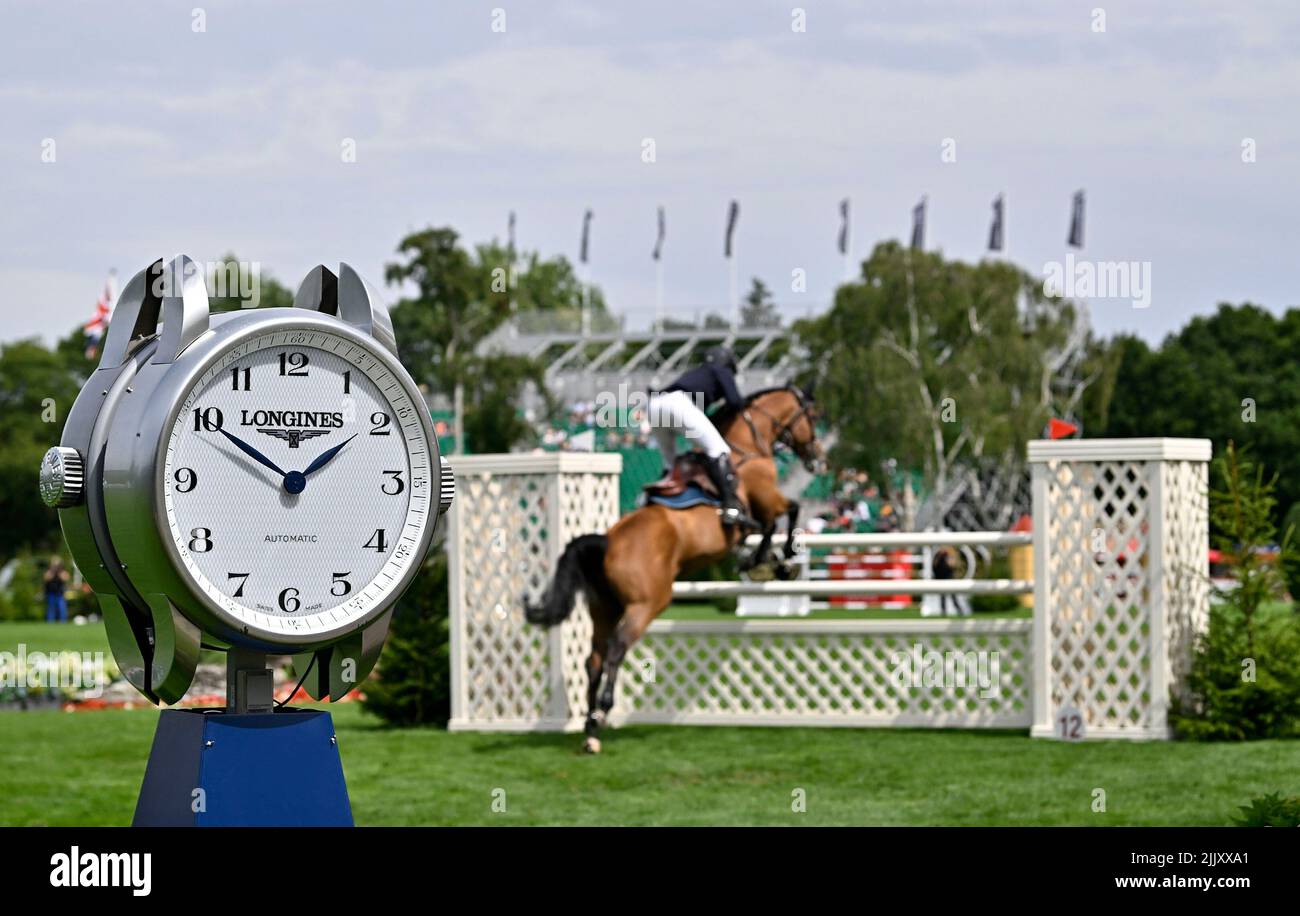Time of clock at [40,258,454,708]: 1:50
